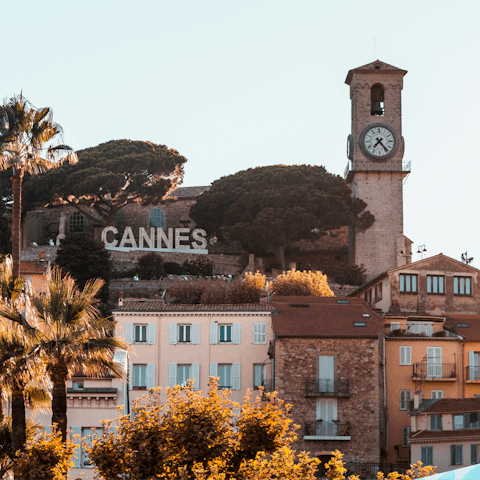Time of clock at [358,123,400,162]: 7:23
